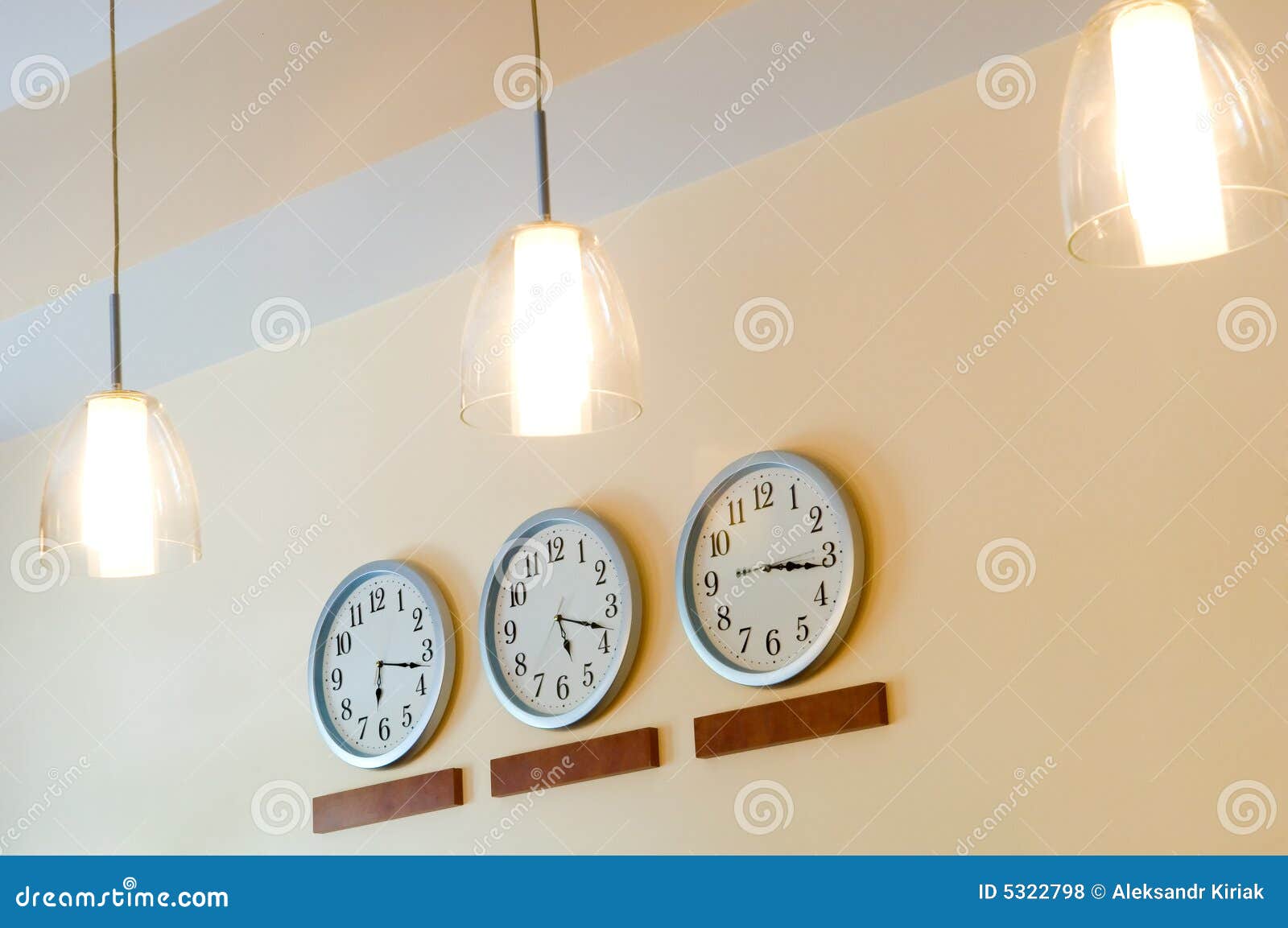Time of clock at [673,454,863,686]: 3:16
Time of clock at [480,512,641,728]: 5:18
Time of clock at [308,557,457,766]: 6:17
